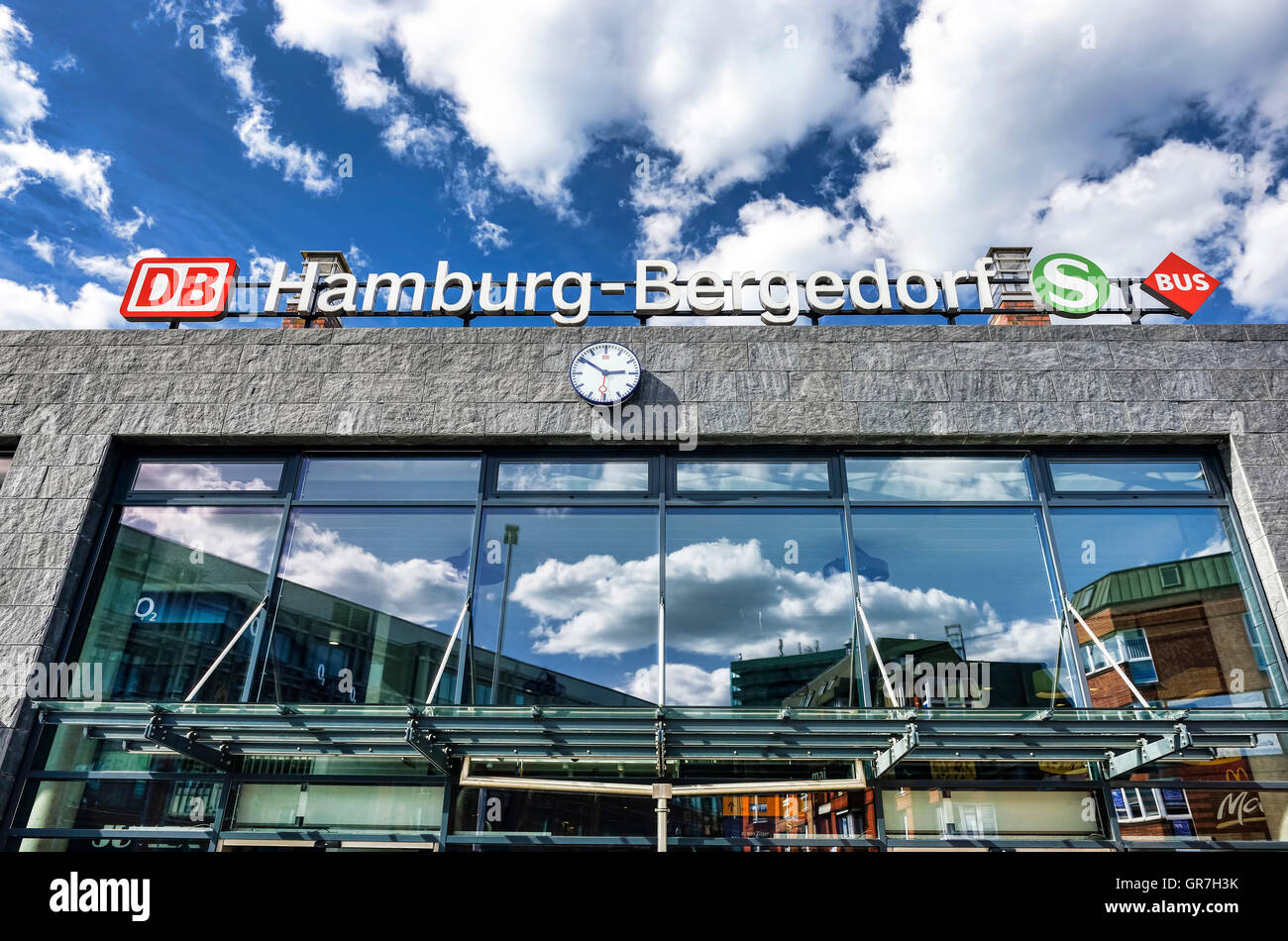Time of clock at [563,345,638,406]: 2:50
